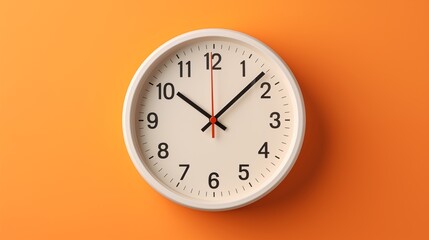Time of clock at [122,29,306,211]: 10:07
